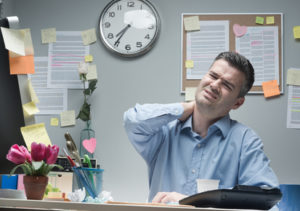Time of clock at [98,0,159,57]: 7:35
